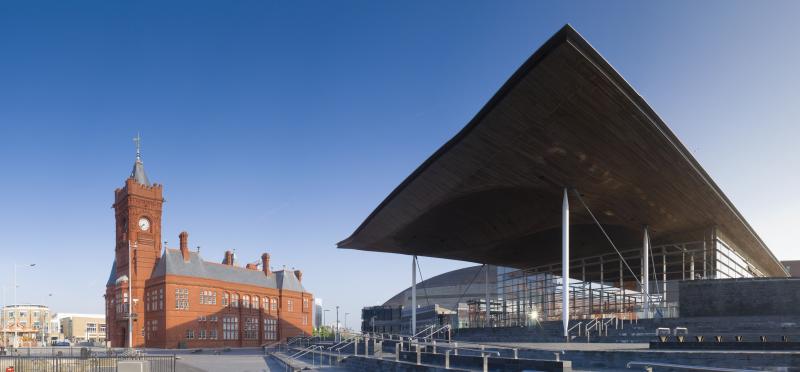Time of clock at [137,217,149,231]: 7:37
